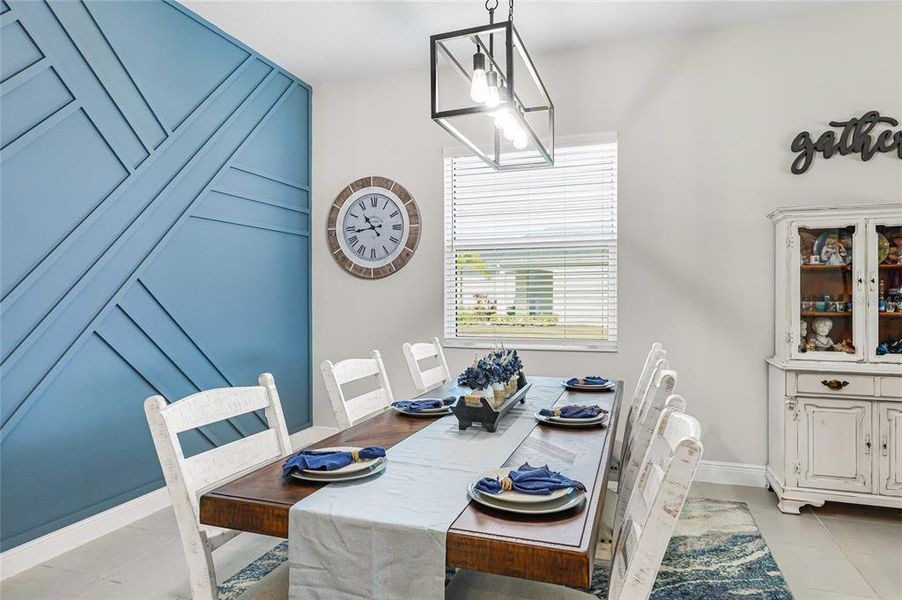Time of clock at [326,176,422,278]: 10:43
